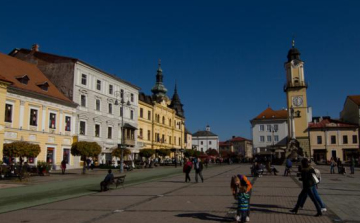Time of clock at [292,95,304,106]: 11:32
